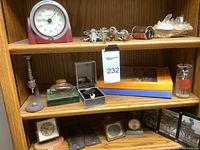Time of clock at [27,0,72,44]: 9:07
